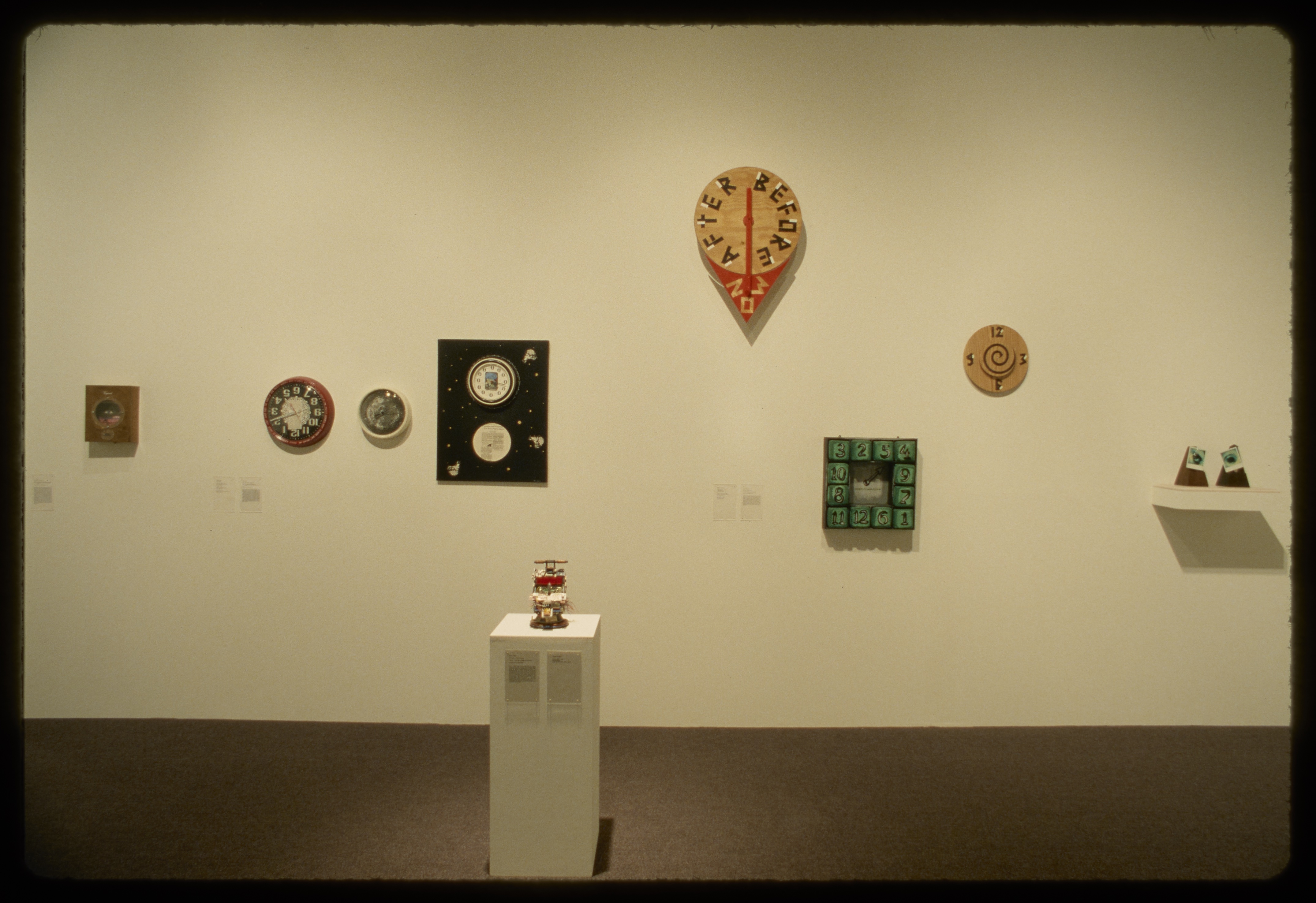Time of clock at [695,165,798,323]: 5:59
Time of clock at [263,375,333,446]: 10:41
